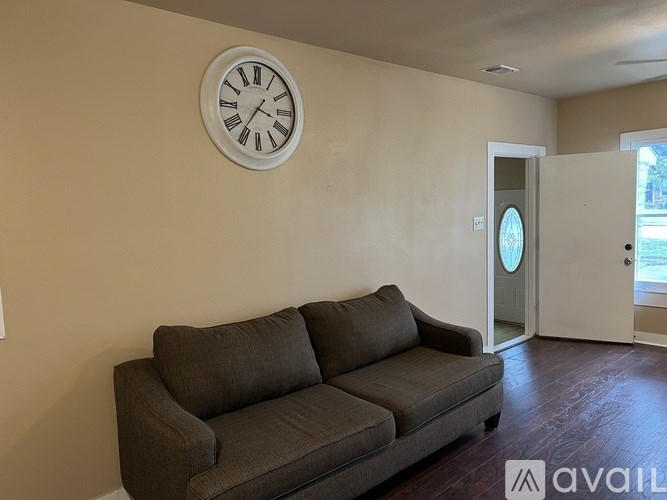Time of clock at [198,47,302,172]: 3:36
